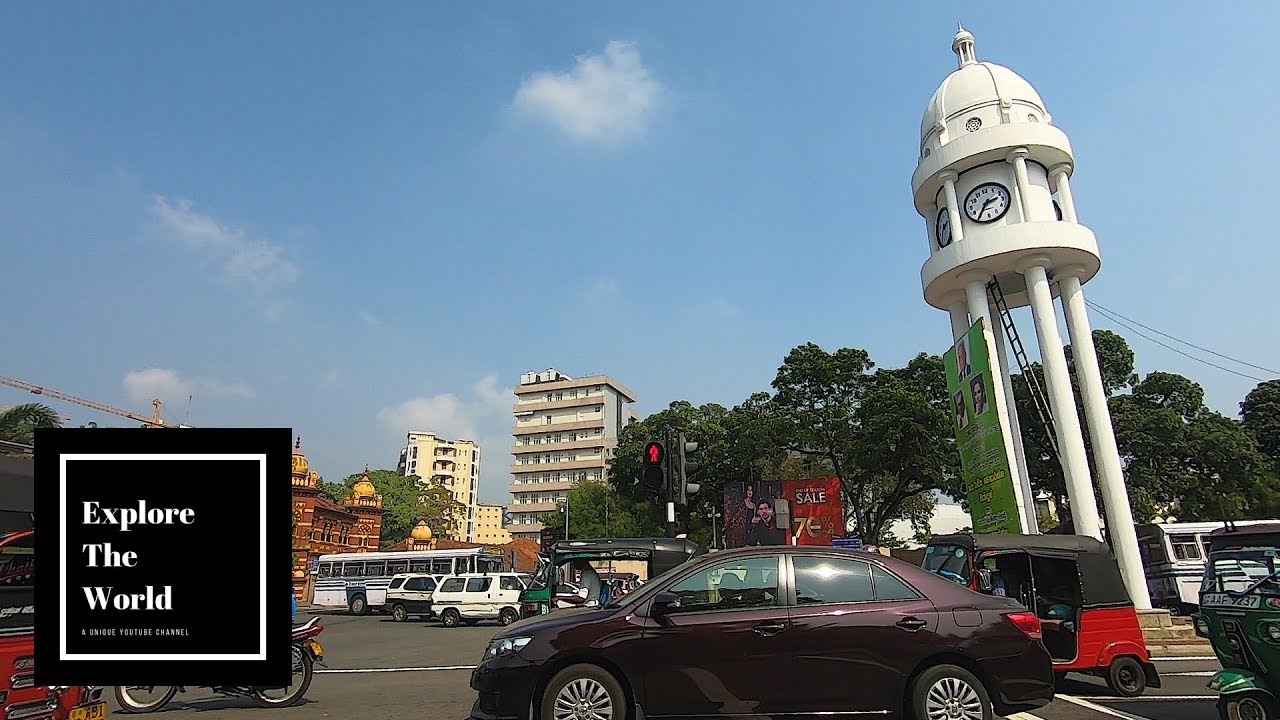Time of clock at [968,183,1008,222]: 2:35
